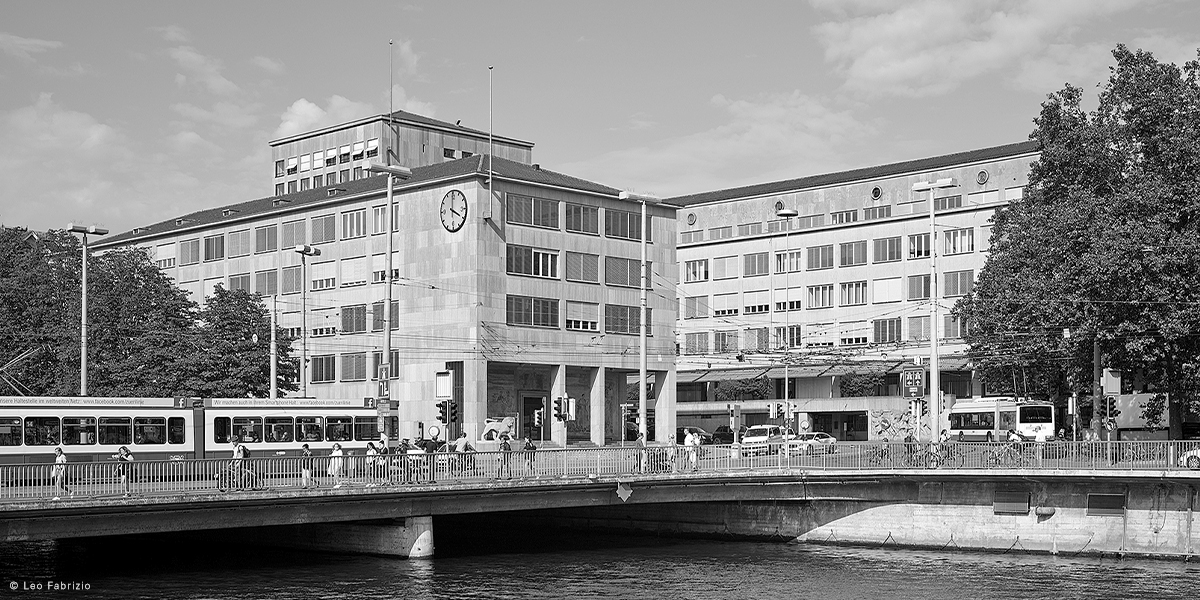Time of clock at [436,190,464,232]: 3:59
